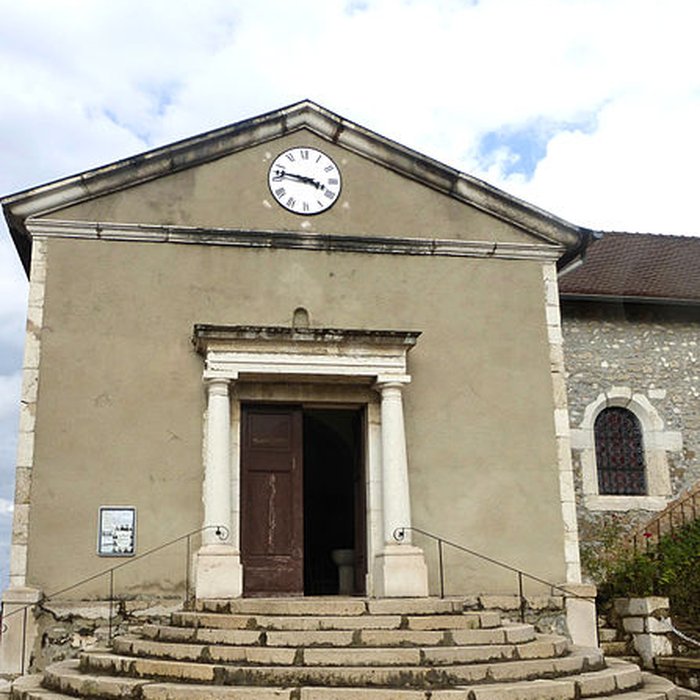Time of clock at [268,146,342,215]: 3:47
